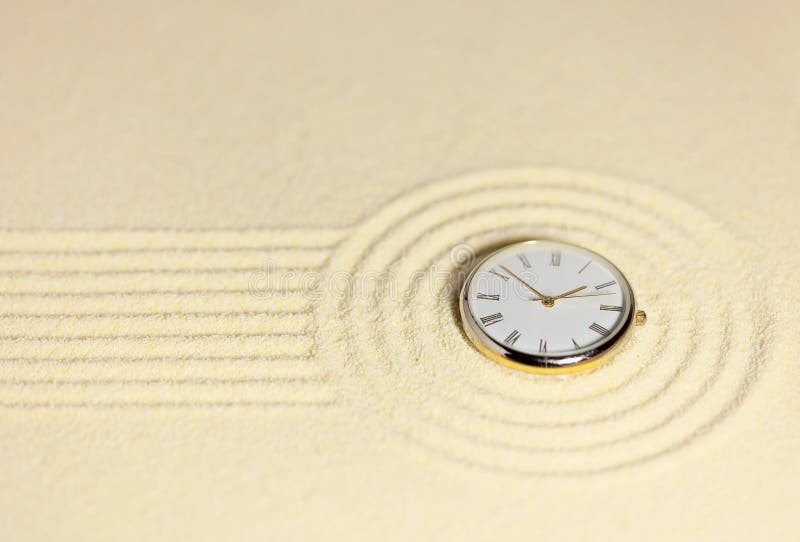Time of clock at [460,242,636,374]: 1:51
